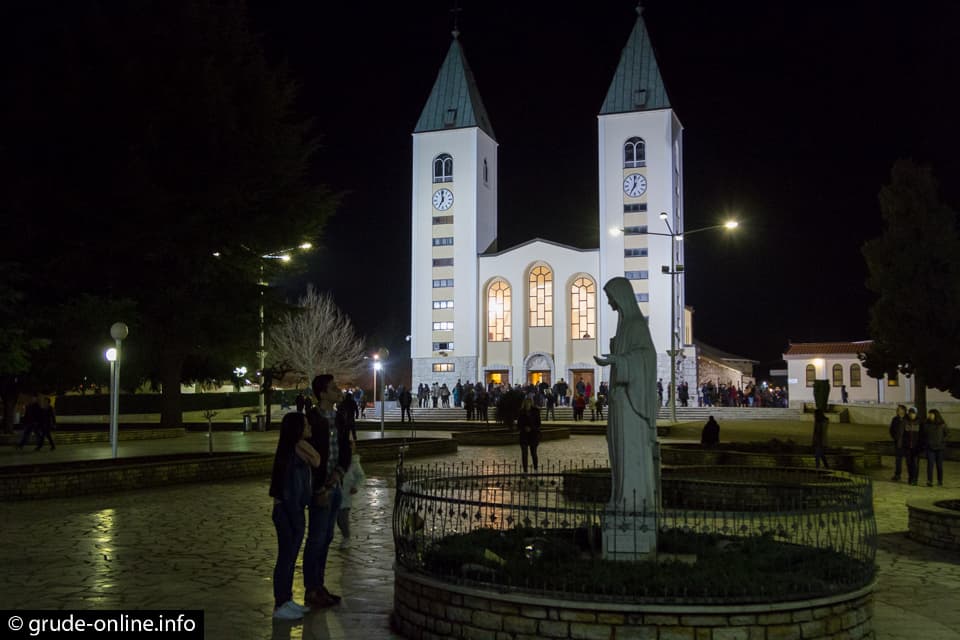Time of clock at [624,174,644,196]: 6:59
